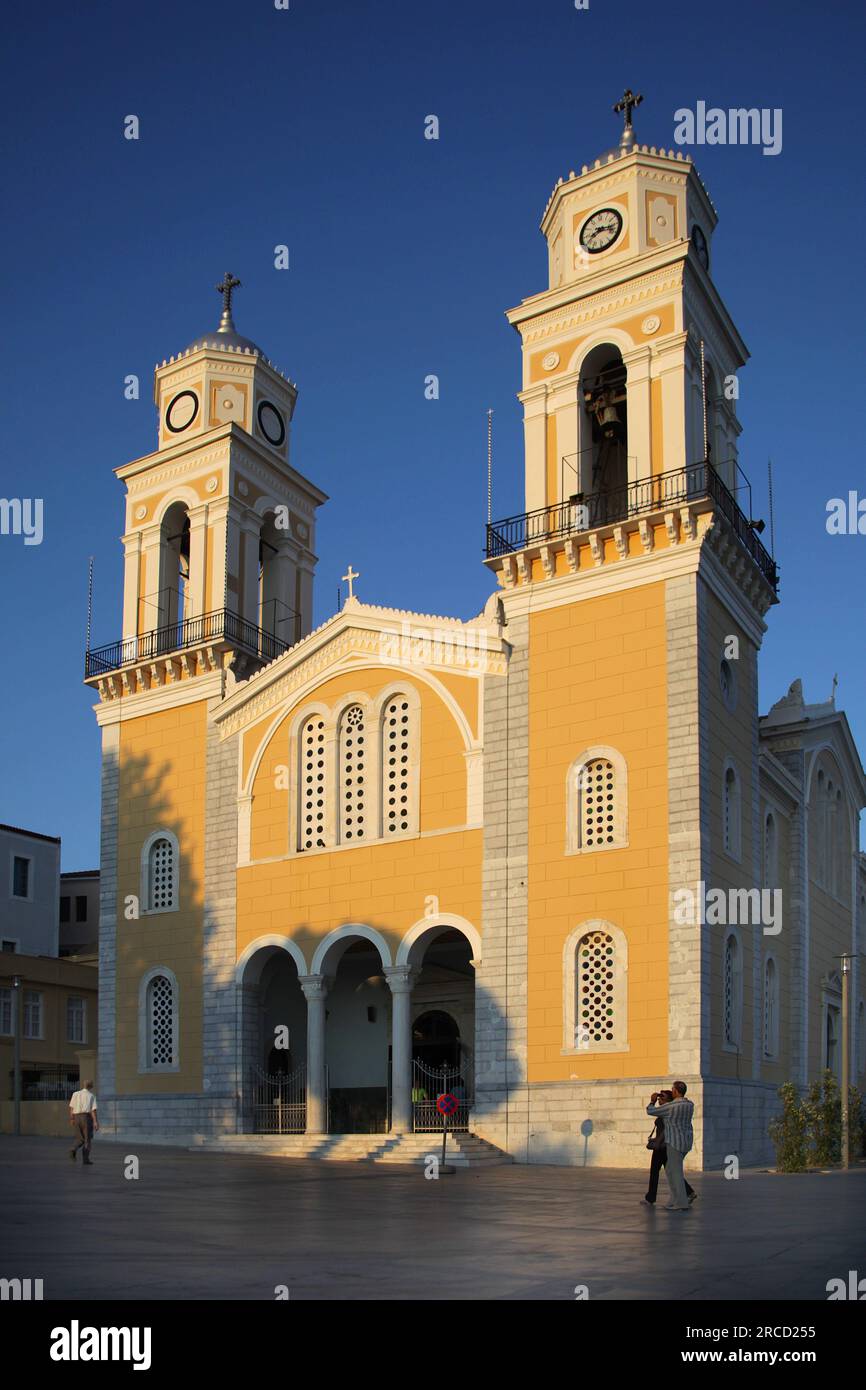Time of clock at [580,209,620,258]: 8:16
